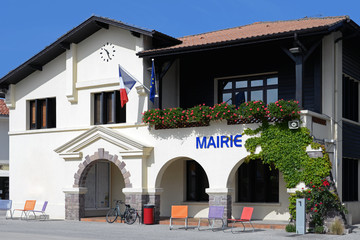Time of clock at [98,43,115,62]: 10:26
